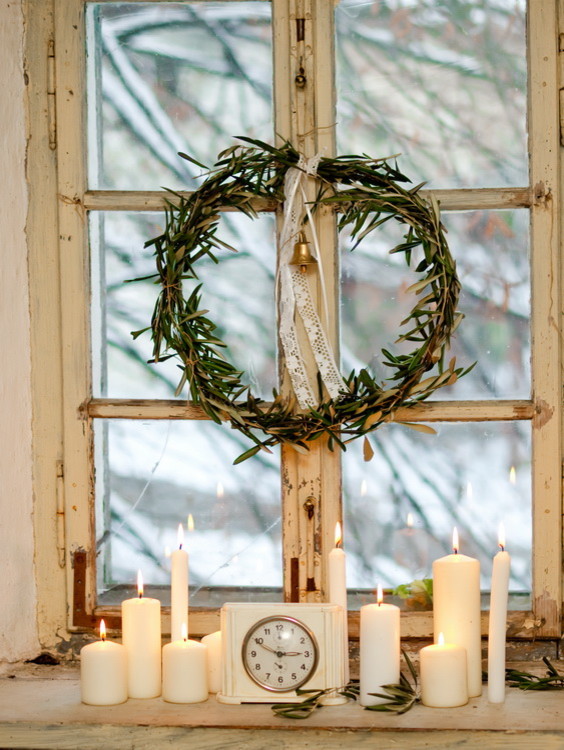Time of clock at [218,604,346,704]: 2:49
